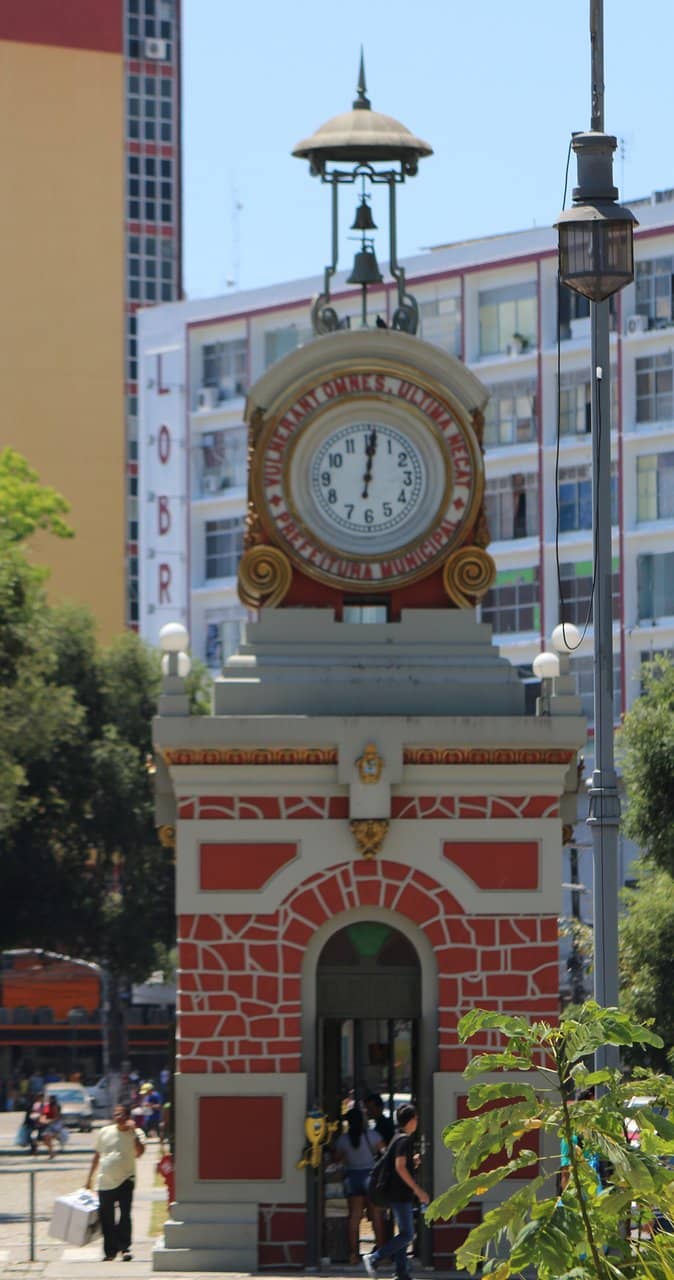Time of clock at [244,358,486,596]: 12:01
